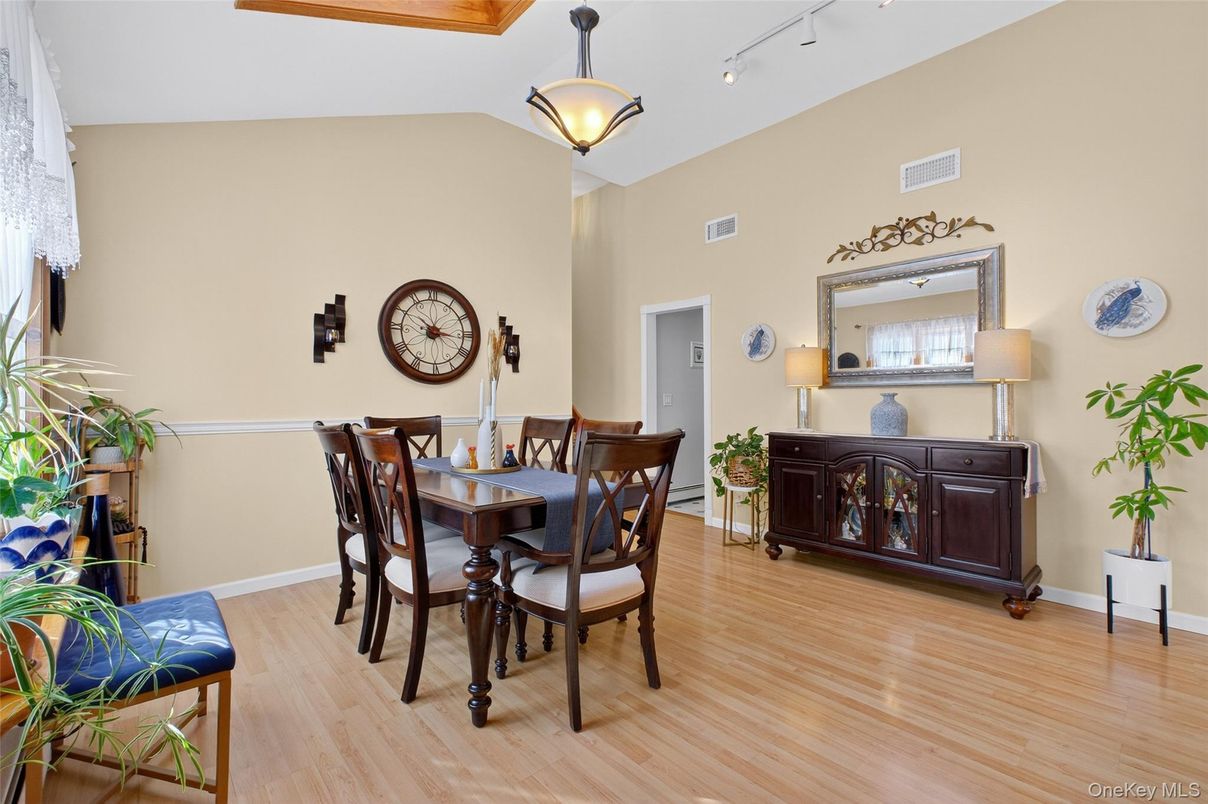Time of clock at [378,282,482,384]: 10:16
